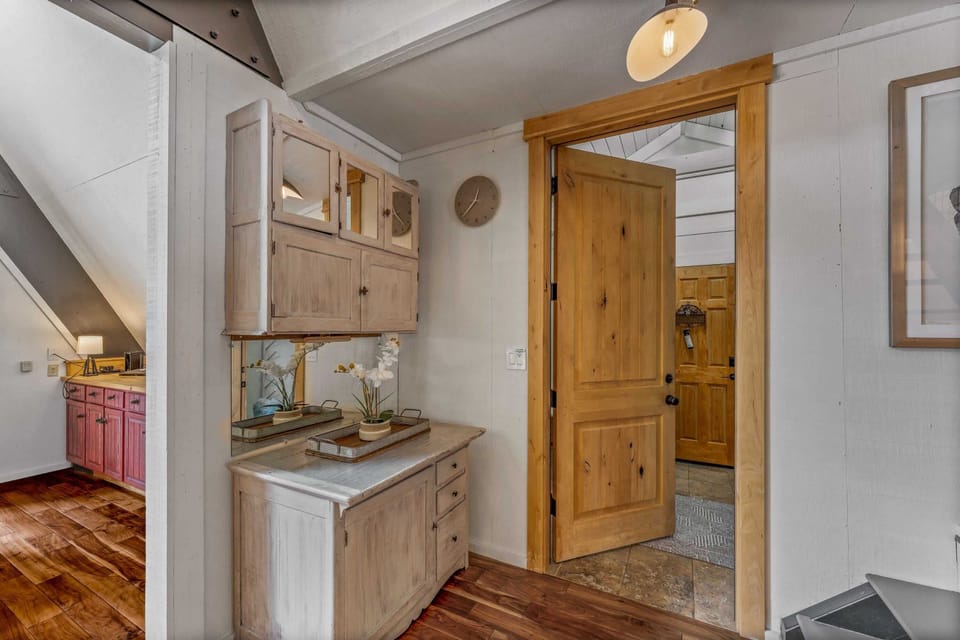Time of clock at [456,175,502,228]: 12:37
